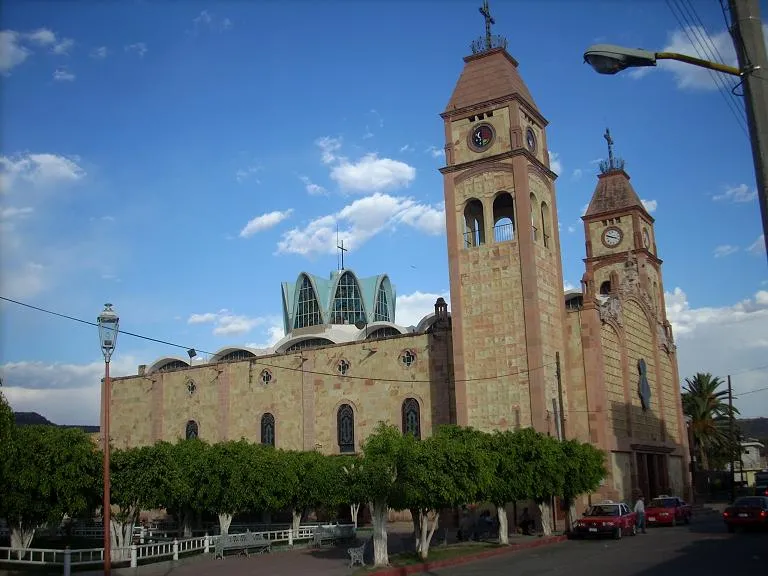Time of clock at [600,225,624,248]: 3:48
